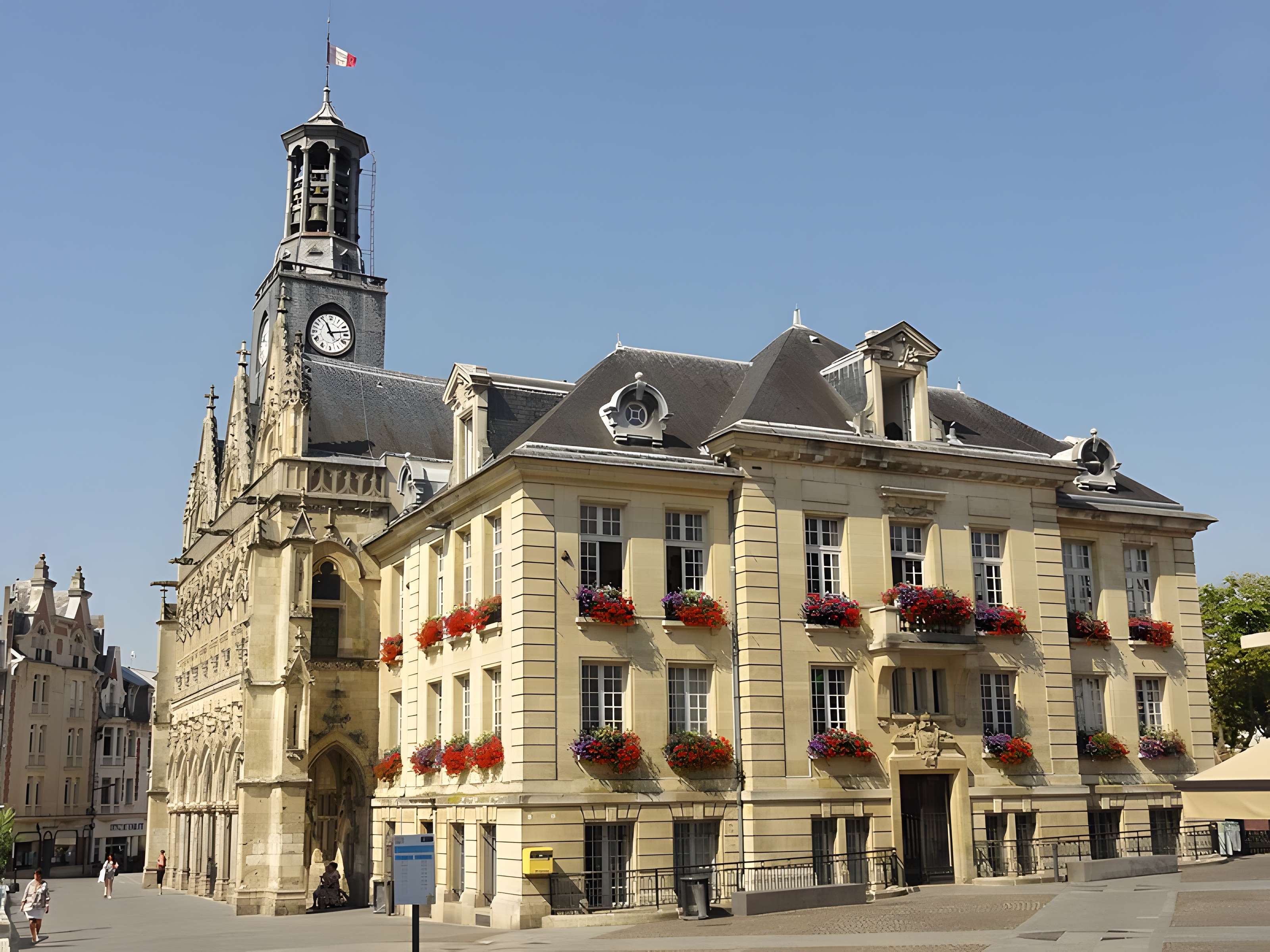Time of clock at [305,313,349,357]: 11:12
